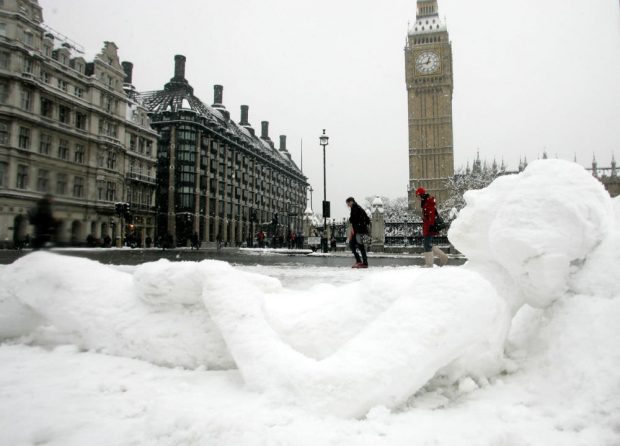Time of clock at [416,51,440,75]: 12:43
